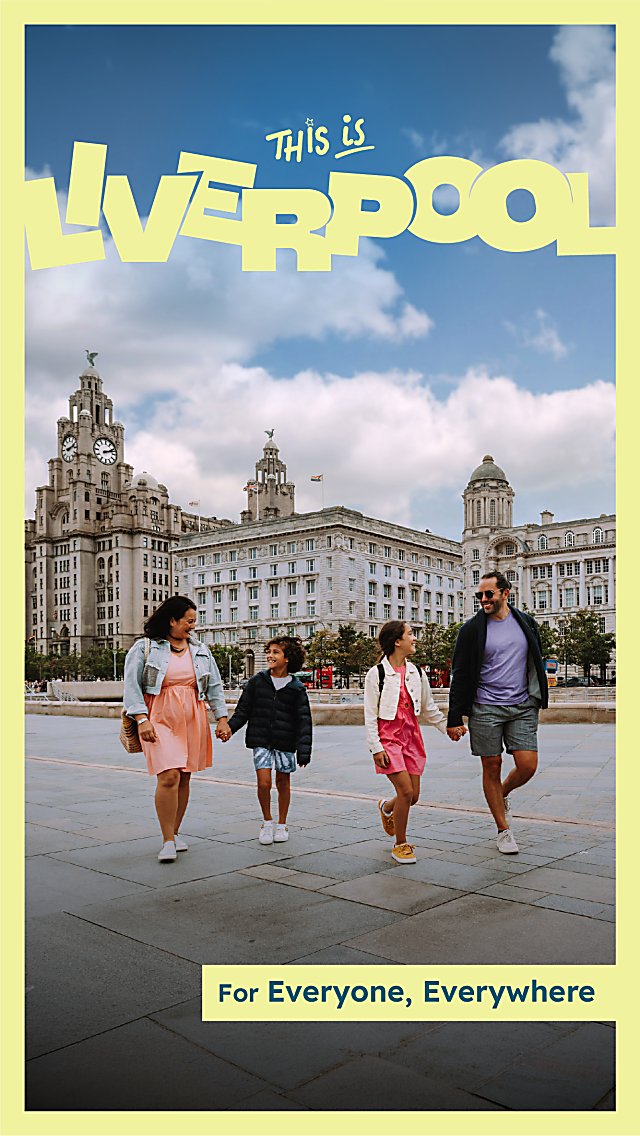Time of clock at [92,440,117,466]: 2:11
